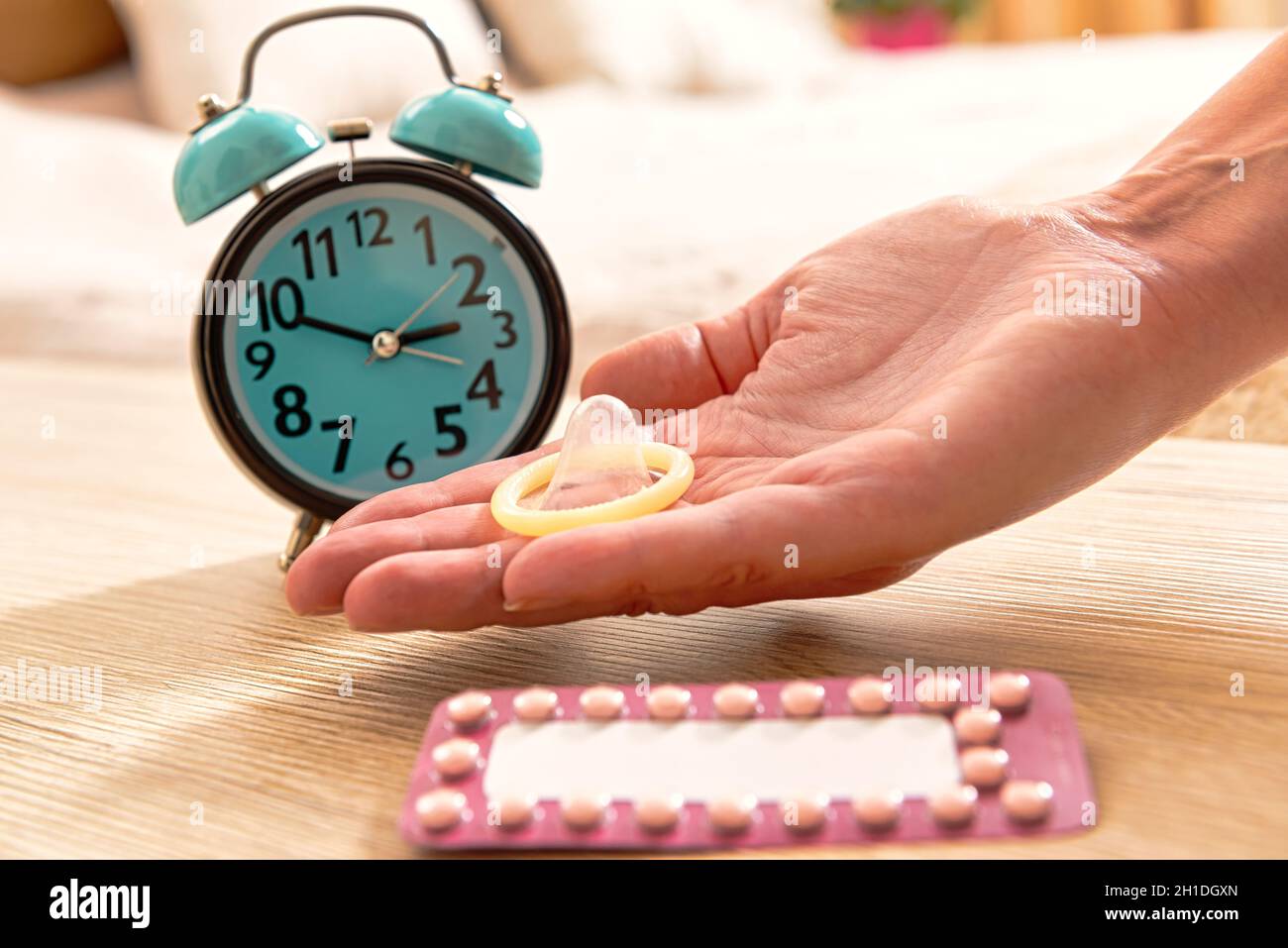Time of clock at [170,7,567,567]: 2:48
